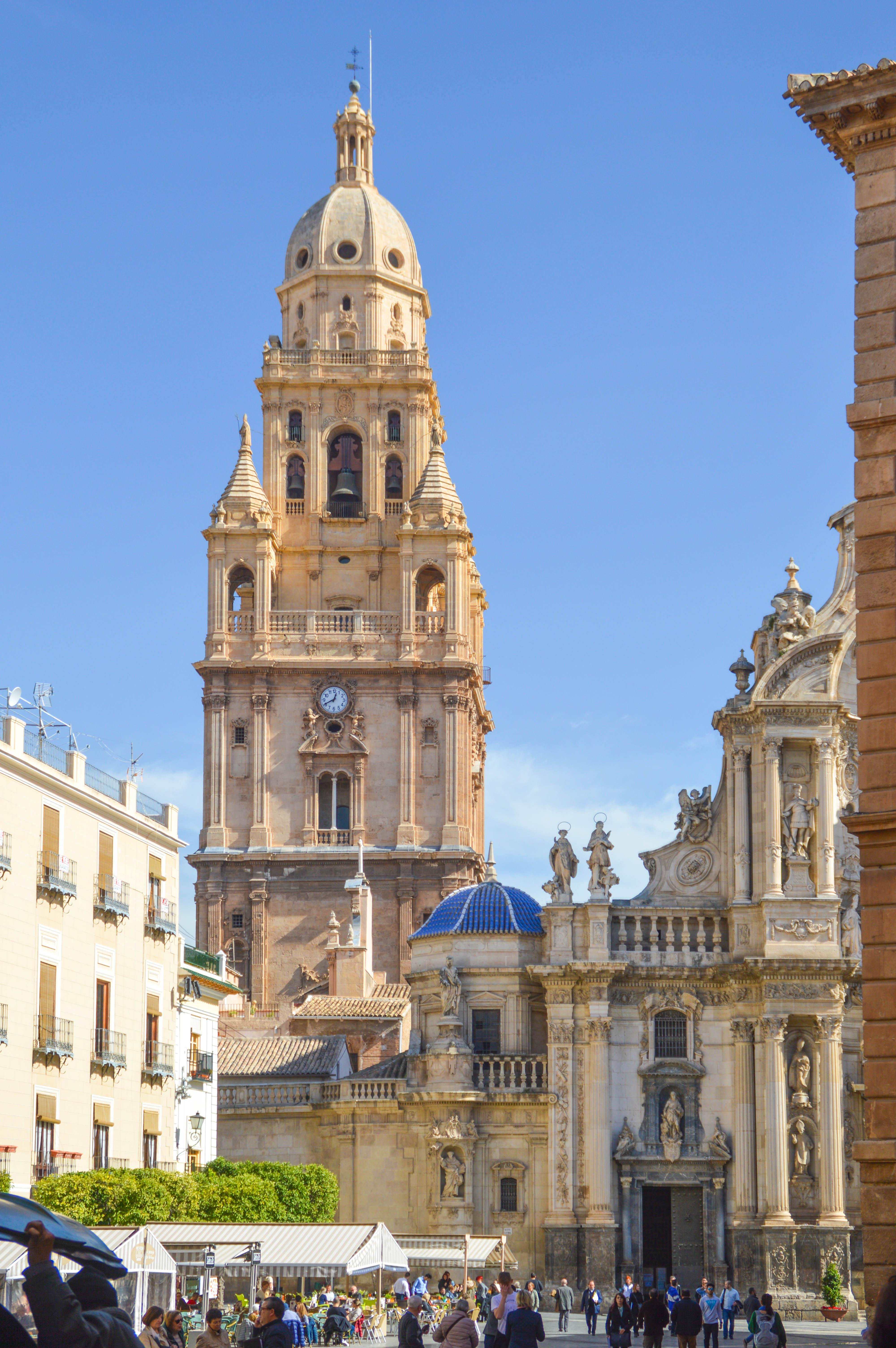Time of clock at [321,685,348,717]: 12:40
